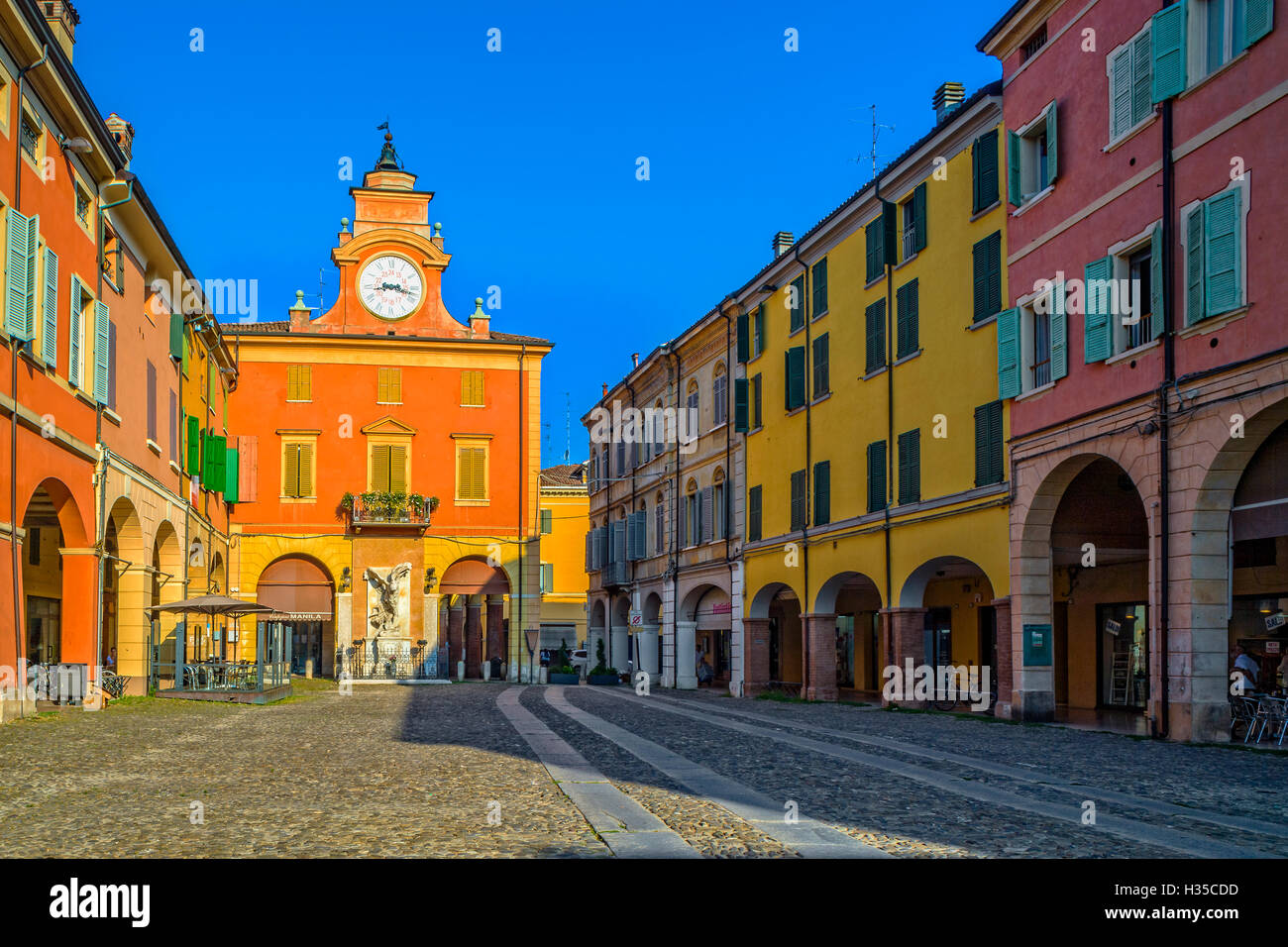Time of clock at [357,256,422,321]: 8:17
